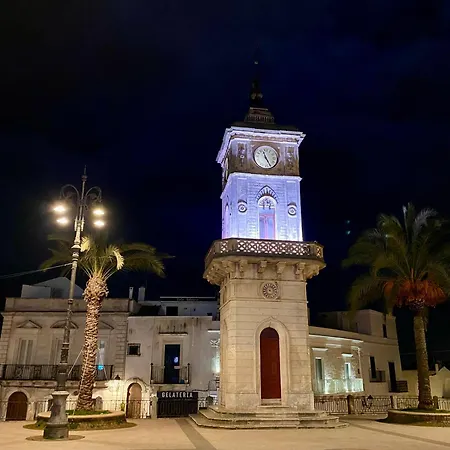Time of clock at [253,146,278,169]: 11:25
